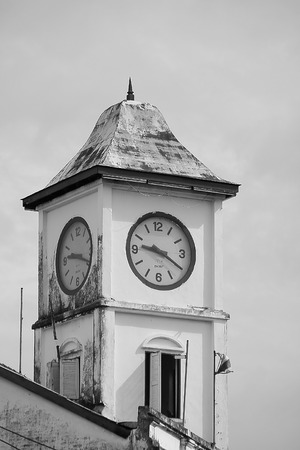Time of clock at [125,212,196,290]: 9:20
